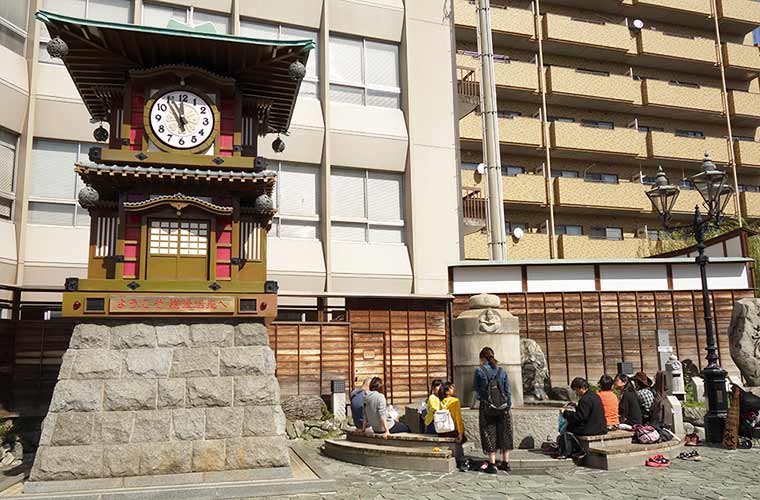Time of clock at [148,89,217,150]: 10:59
